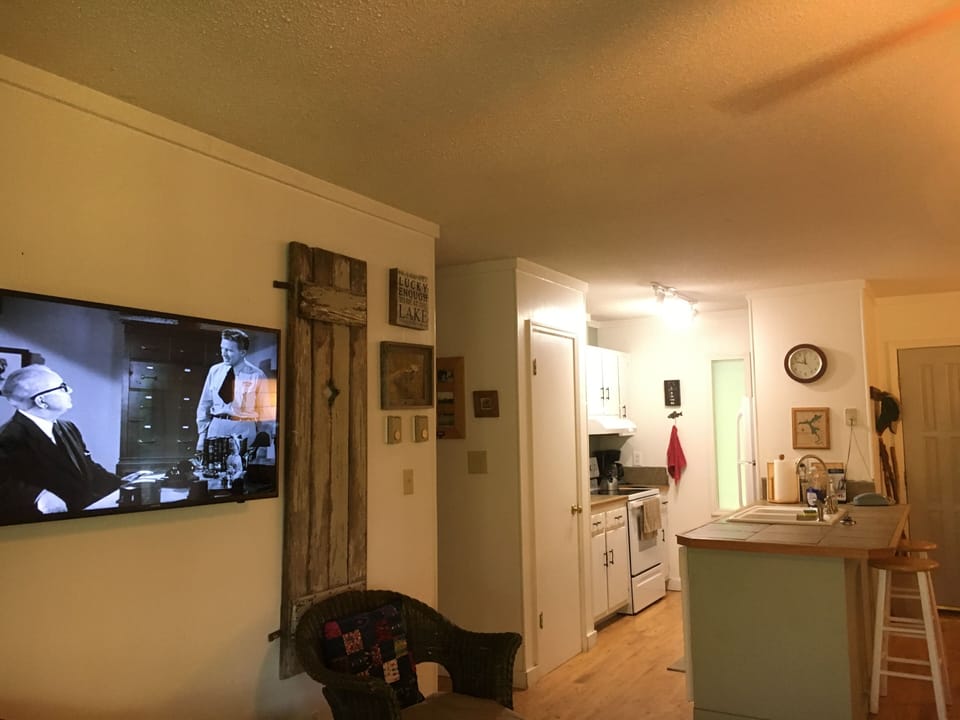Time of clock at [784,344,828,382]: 11:46
